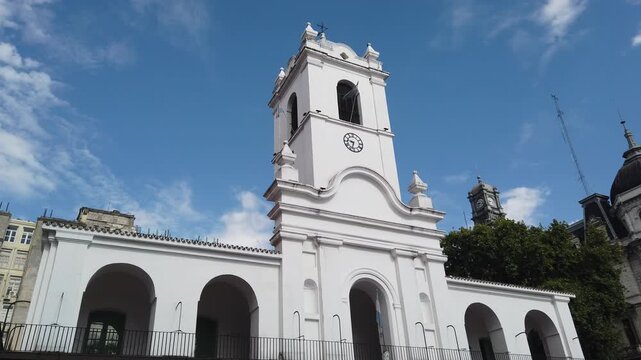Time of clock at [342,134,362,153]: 9:33
